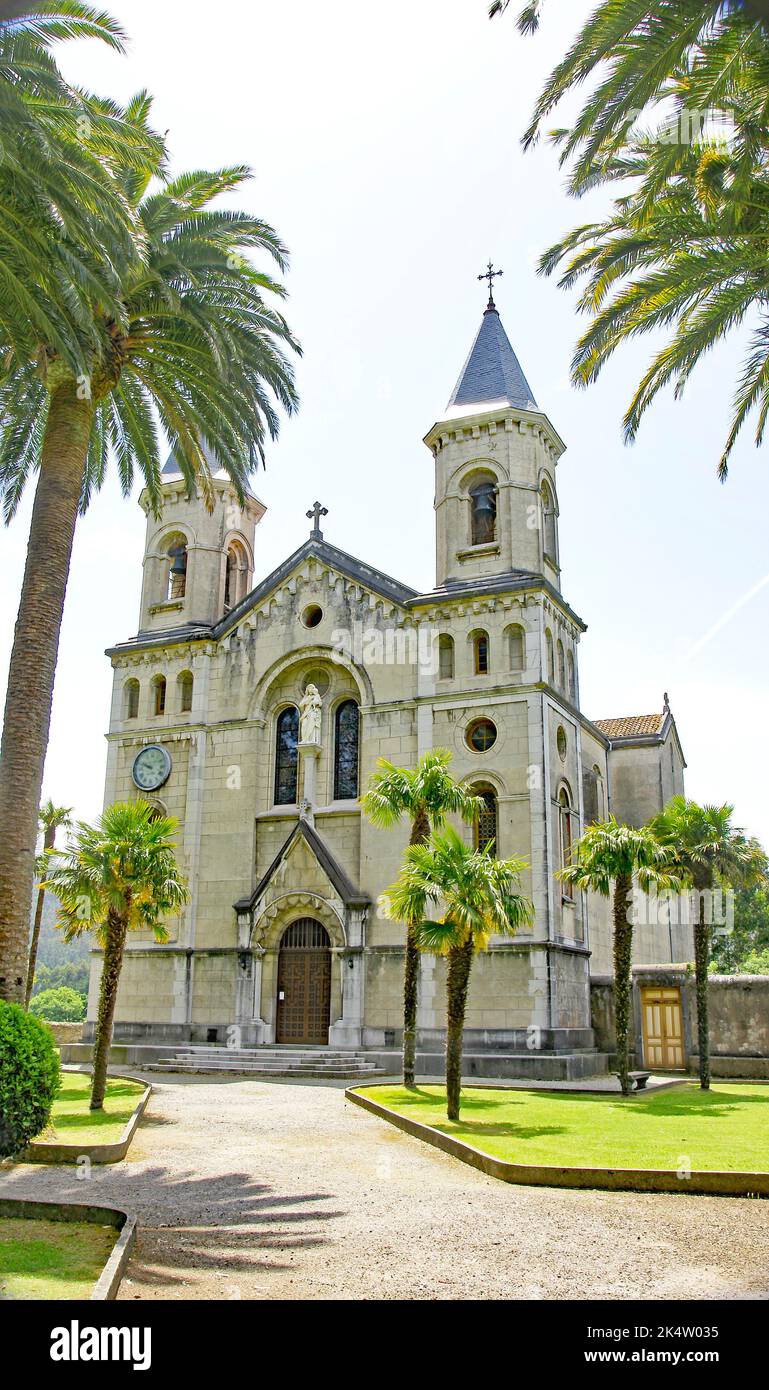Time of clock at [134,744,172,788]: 9:48
